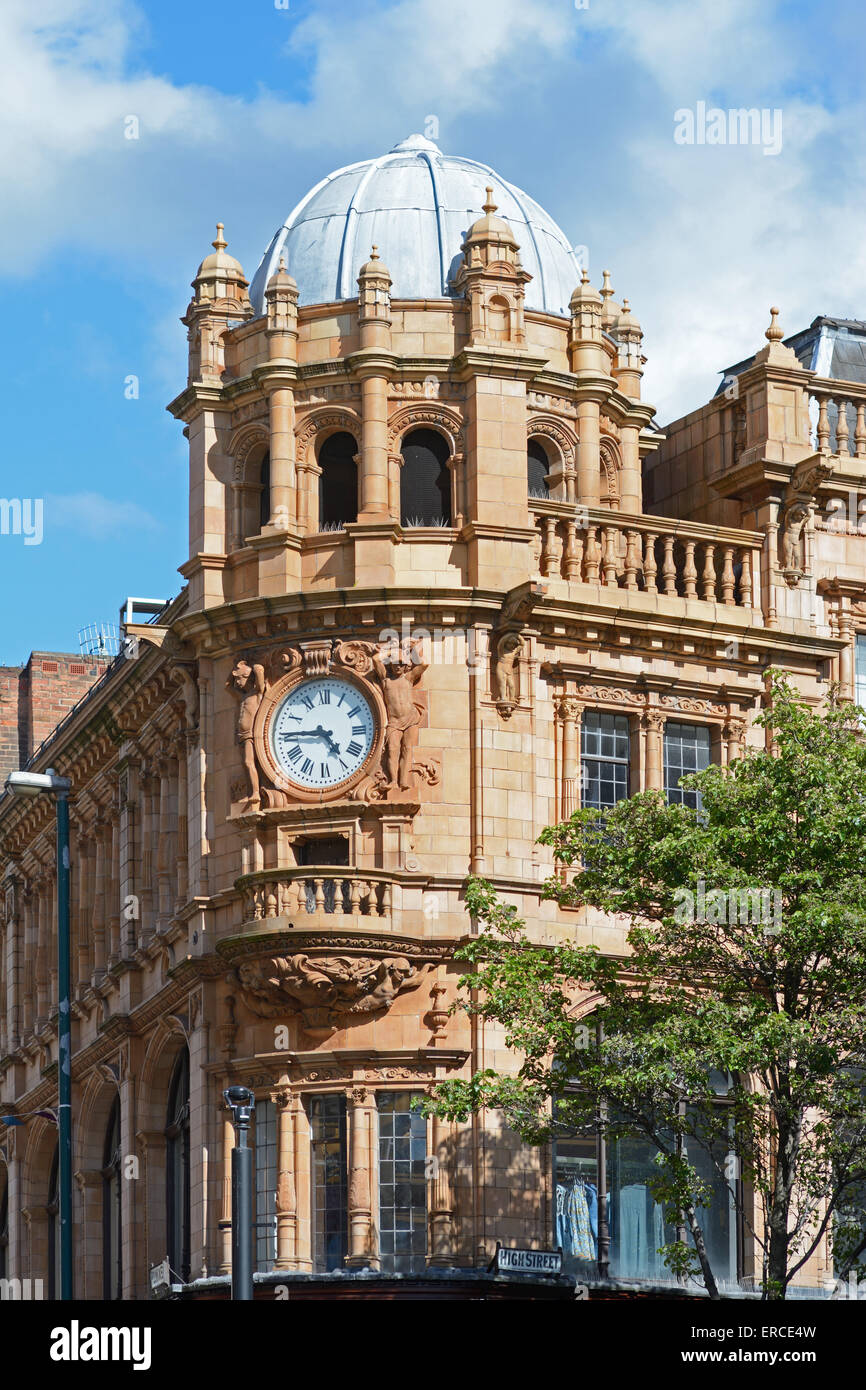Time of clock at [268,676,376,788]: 4:45
